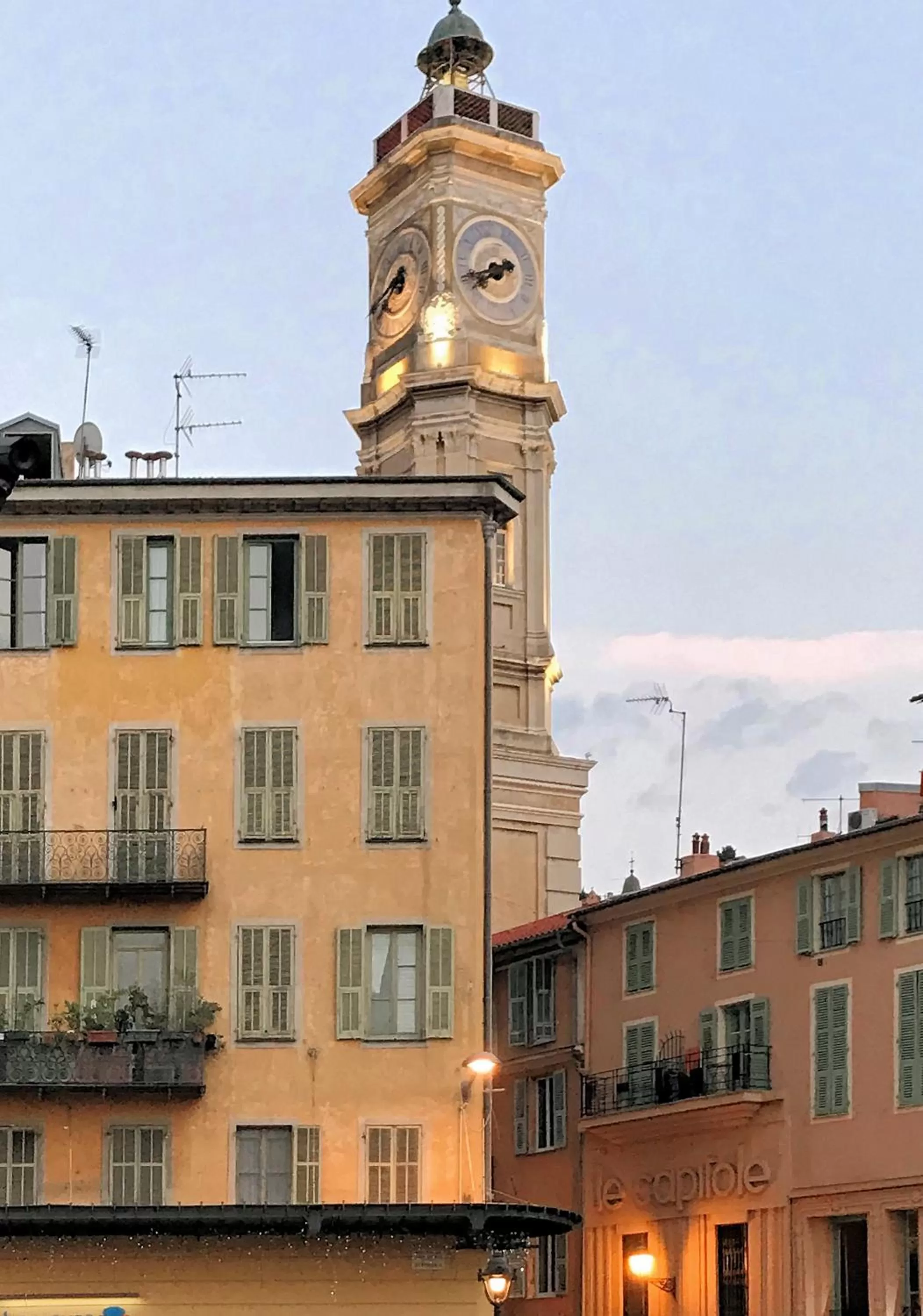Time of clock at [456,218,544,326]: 7:41
